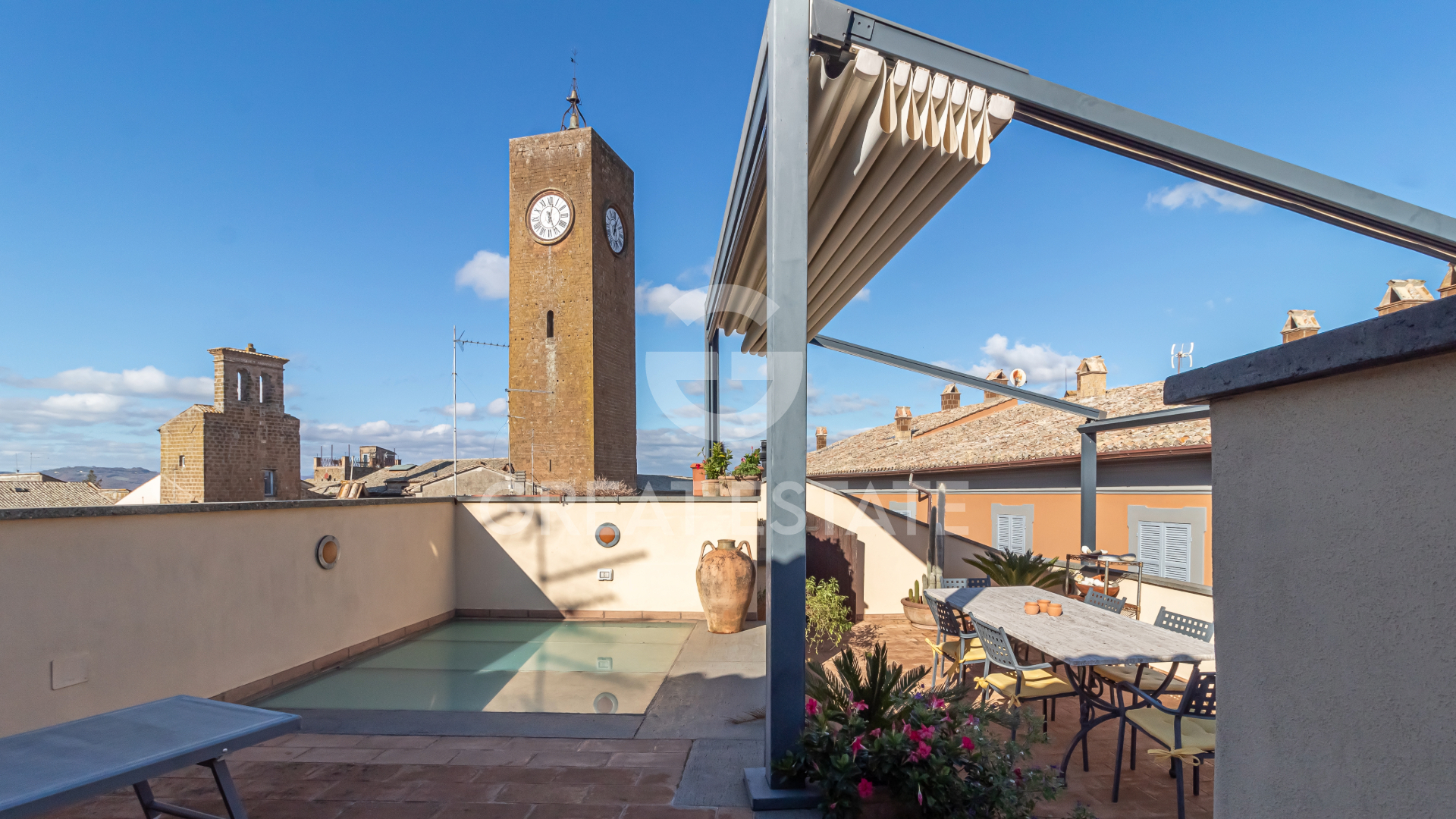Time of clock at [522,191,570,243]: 12:26
